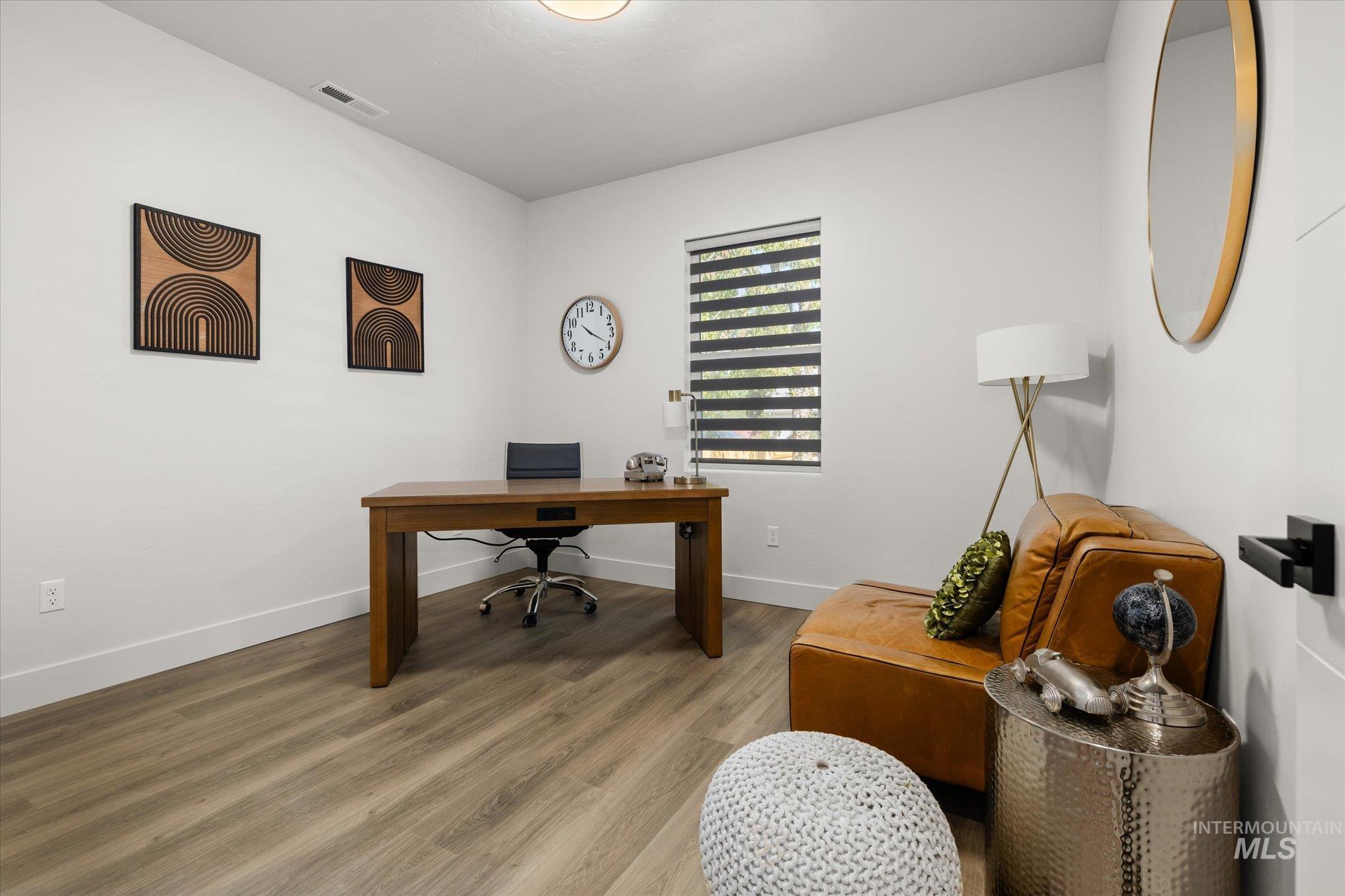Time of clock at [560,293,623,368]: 10:19
